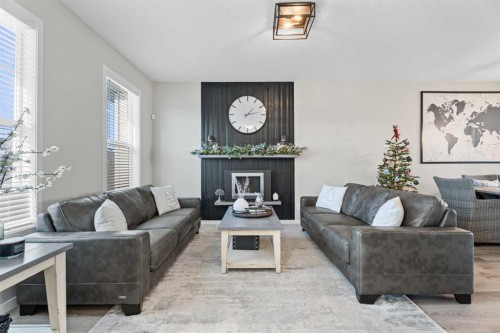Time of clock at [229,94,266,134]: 1:12
